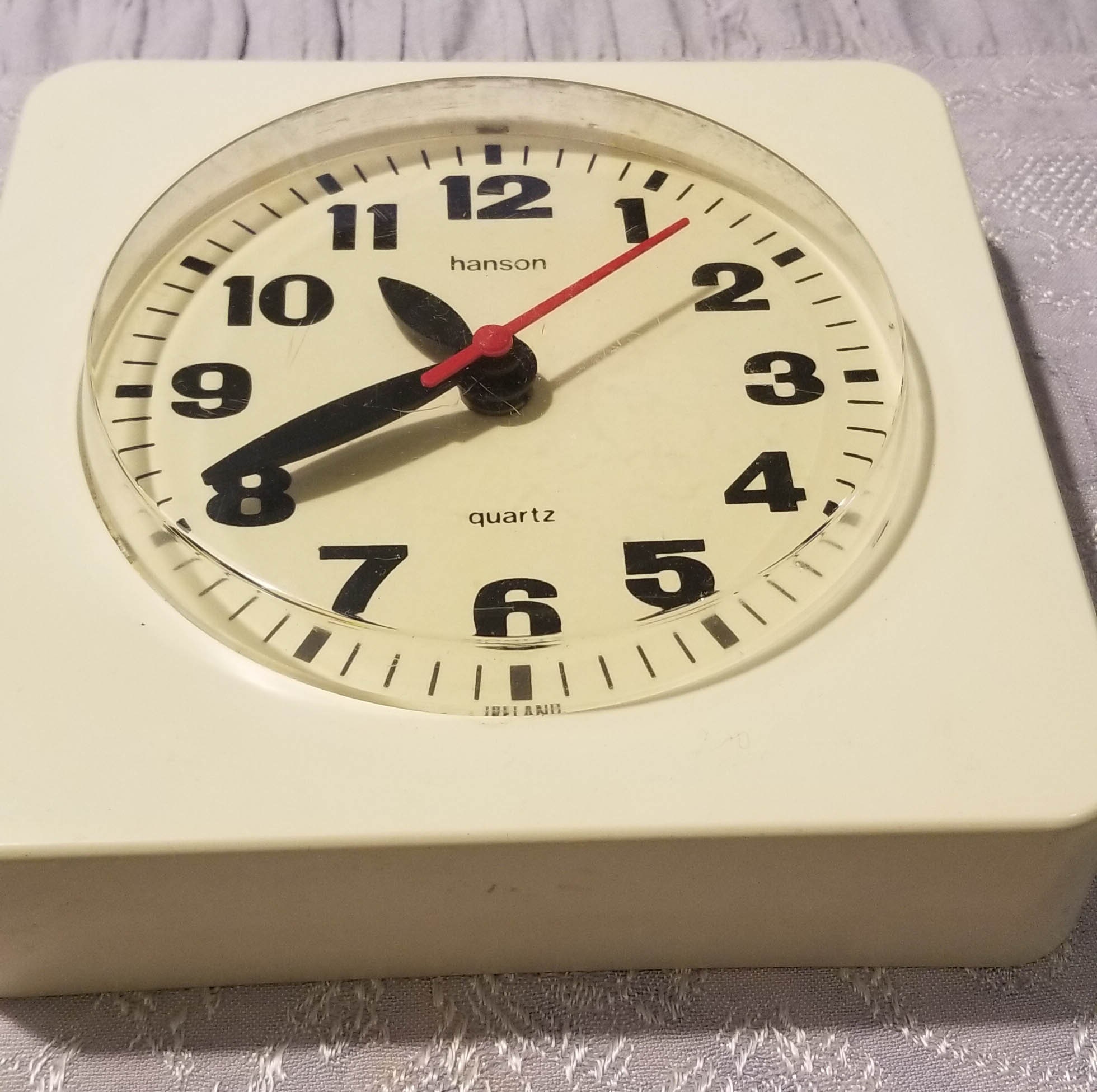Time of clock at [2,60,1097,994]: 10:40
